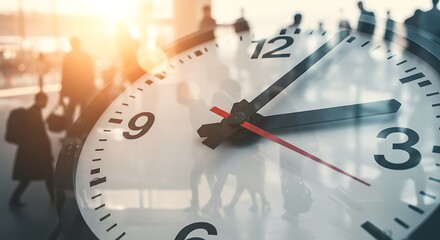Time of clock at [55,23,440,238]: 1:12
